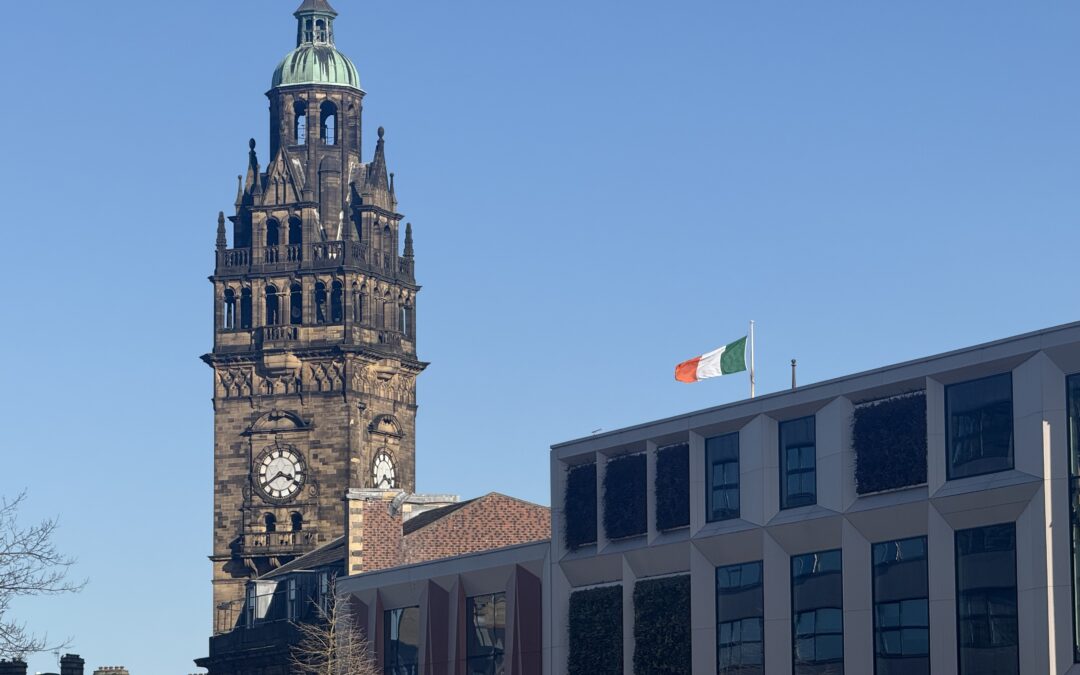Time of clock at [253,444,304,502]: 3:39
